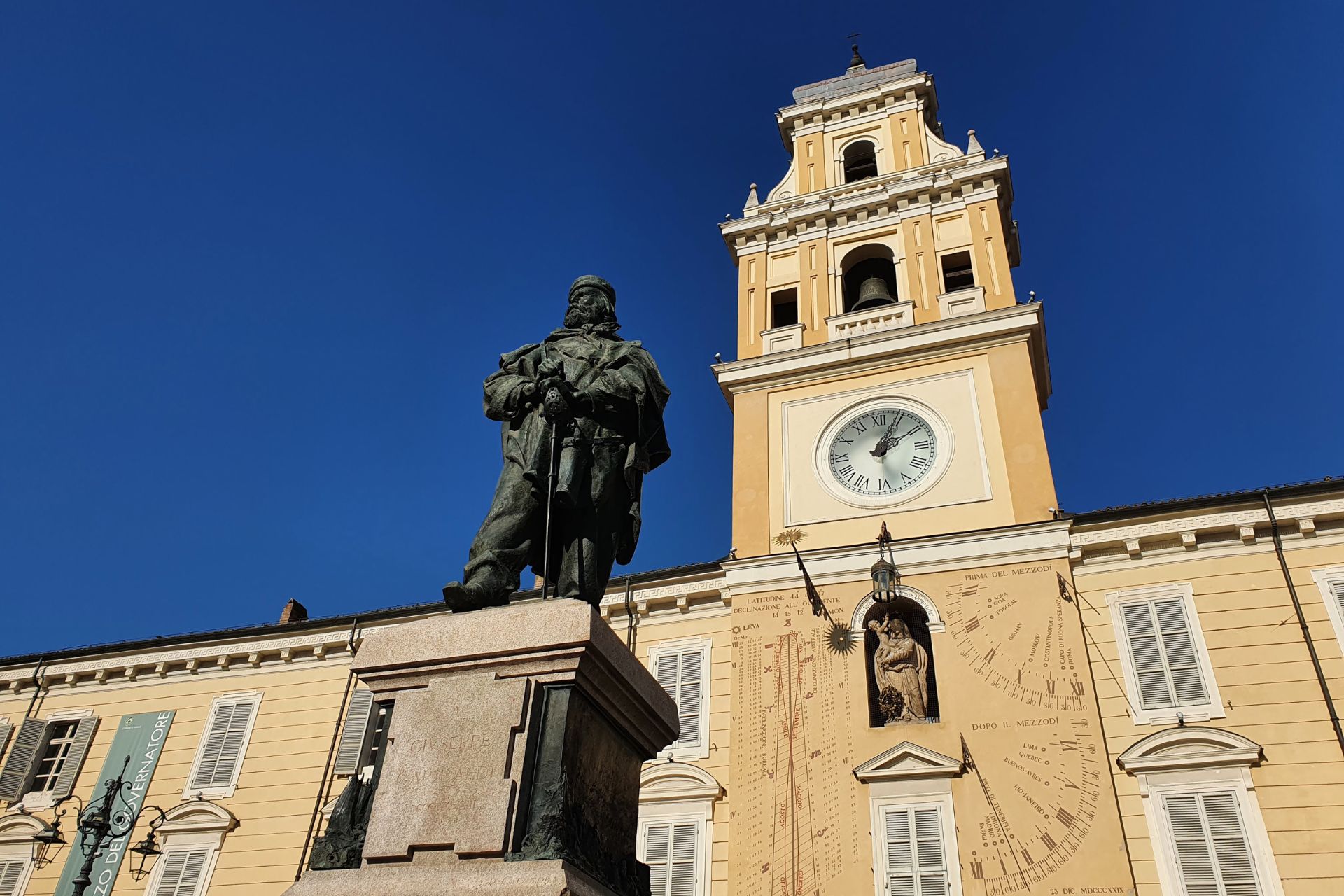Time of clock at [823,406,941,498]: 2:04
